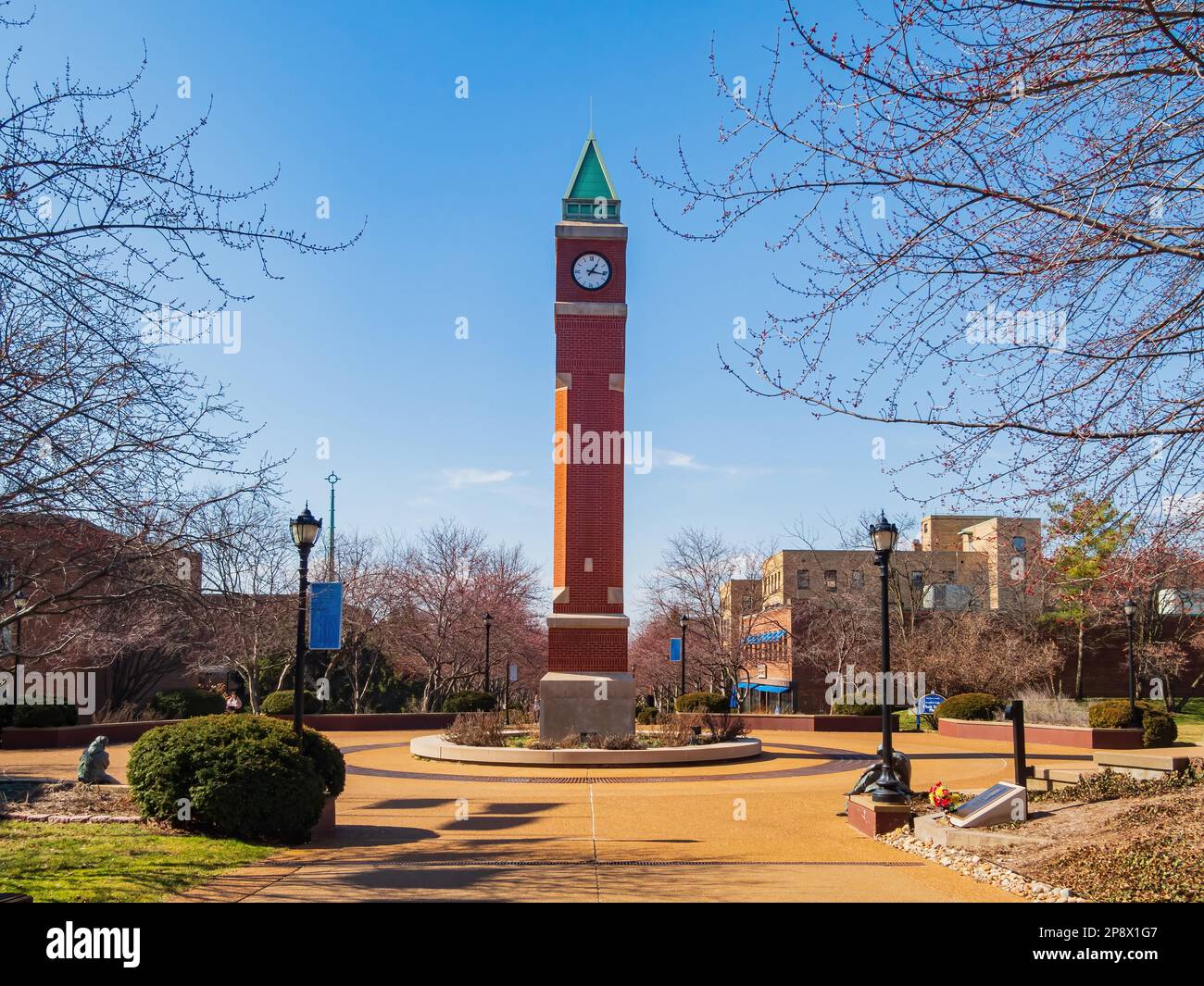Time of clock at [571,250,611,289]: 1:16
